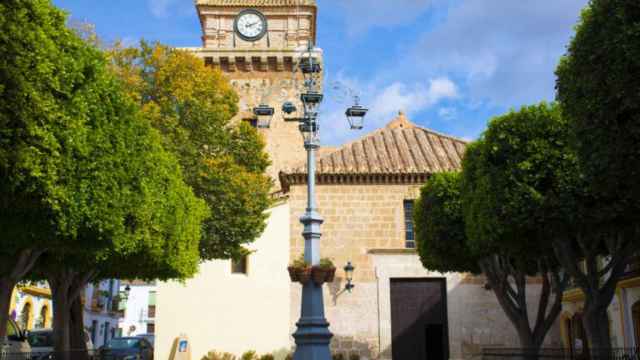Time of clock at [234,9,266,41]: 2:11
